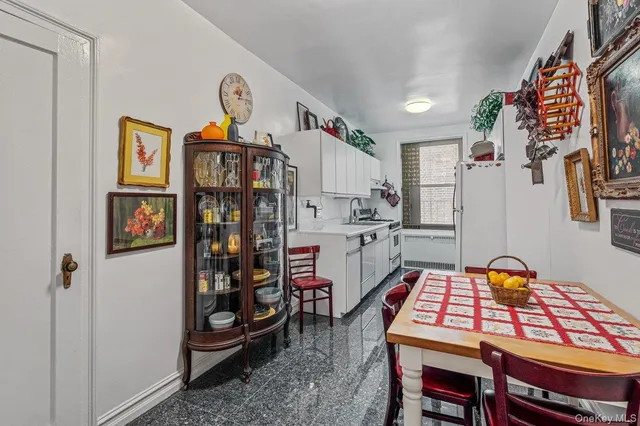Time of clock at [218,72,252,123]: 1:14
